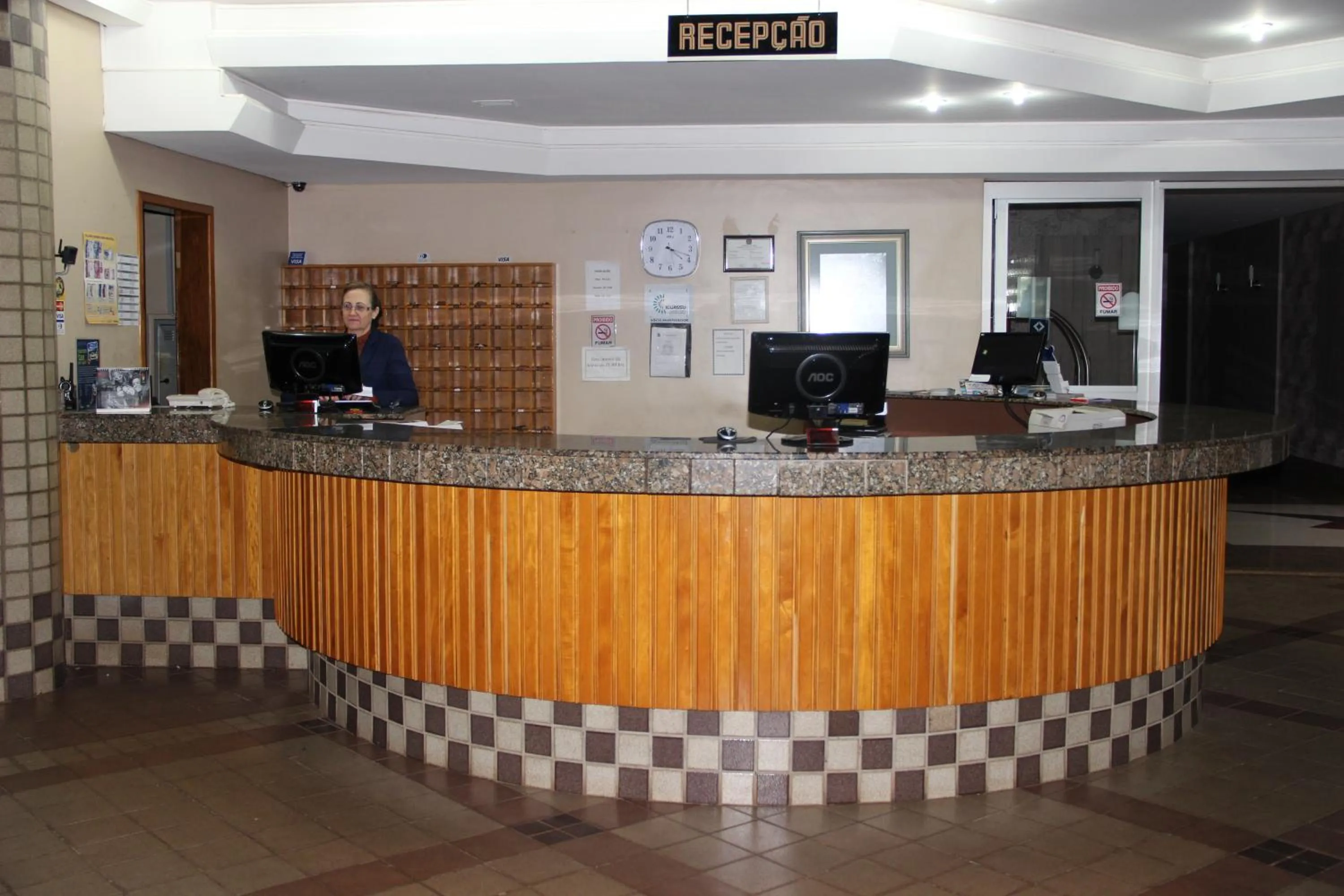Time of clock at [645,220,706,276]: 4:18
